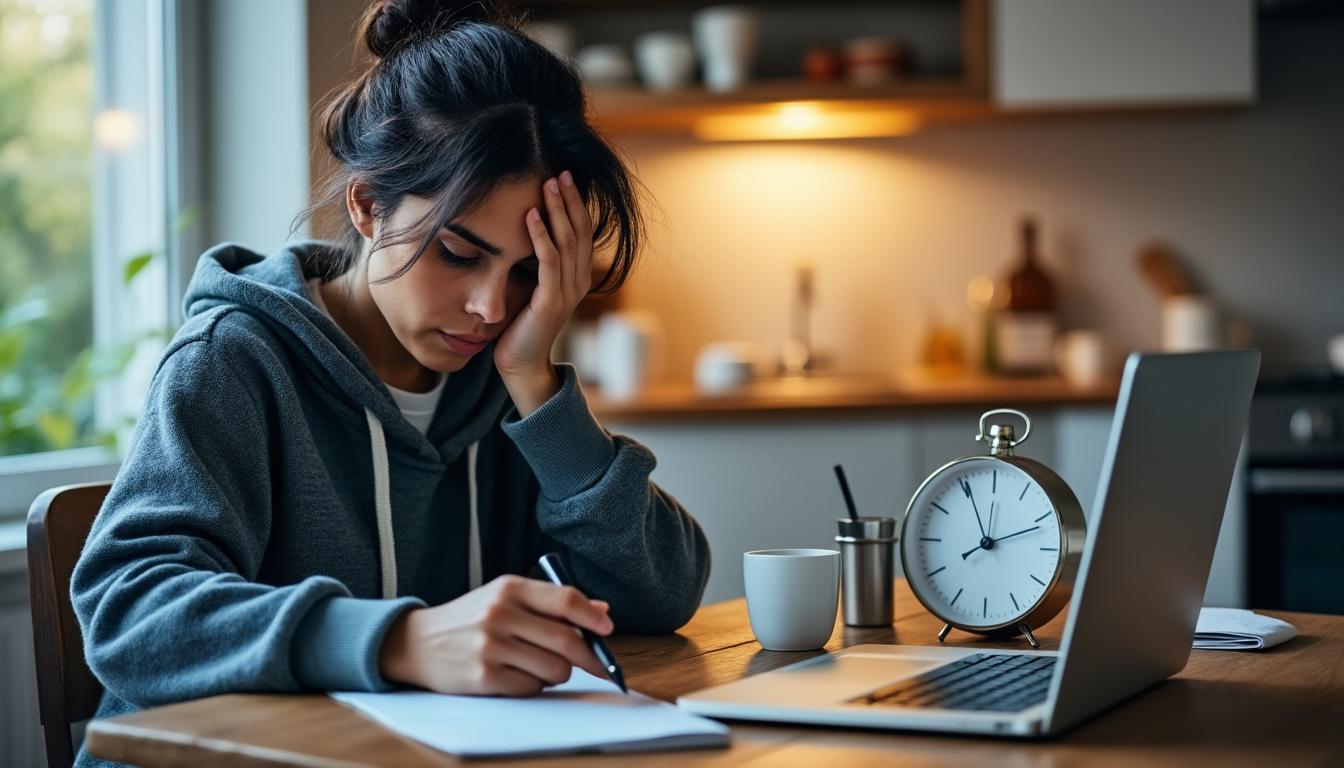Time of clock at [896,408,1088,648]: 11:55
